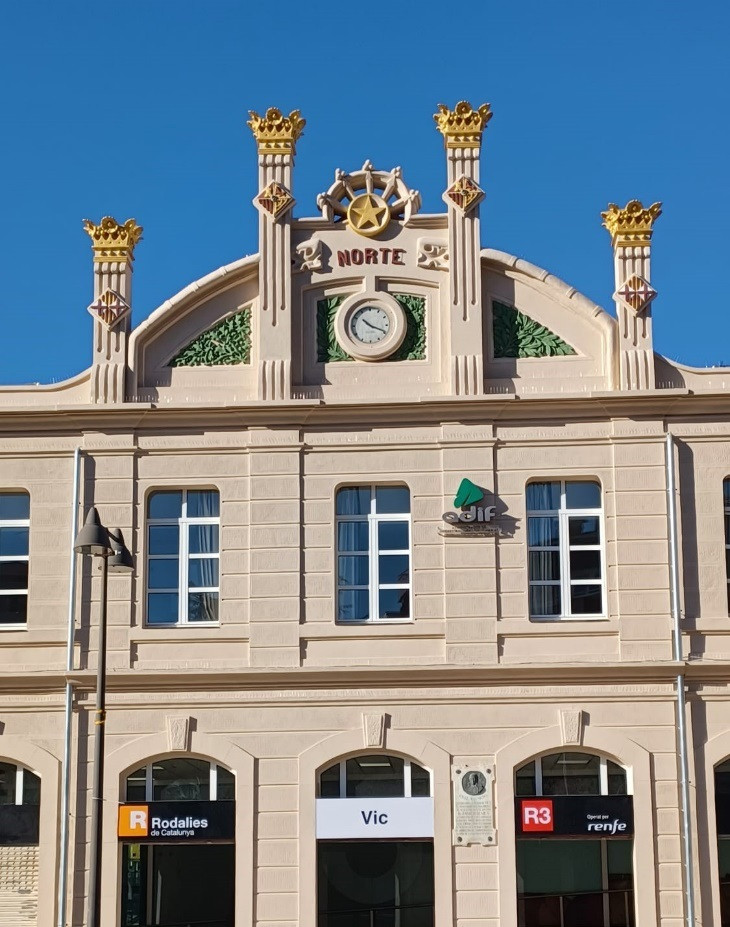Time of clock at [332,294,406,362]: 10:19
